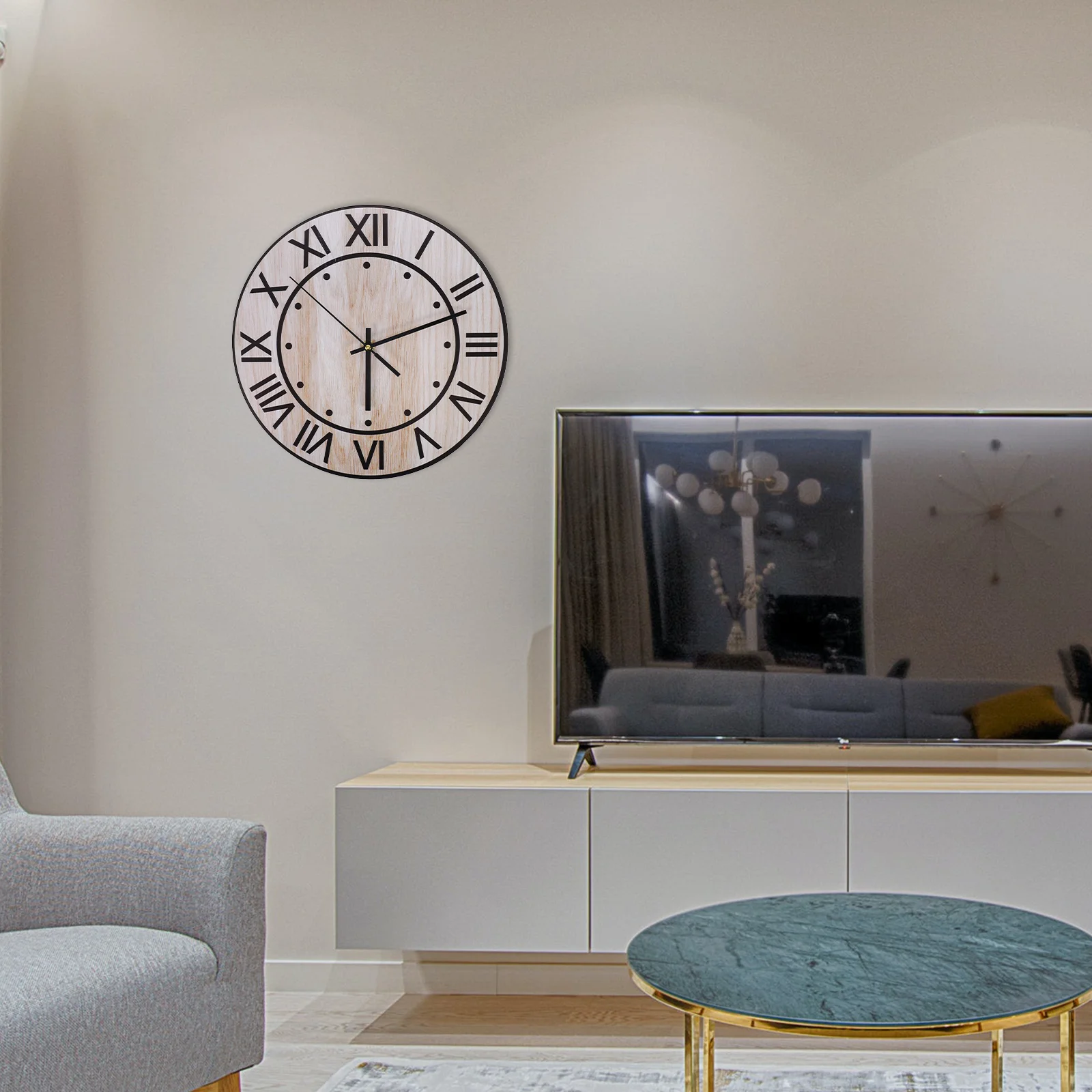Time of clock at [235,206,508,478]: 6:11
